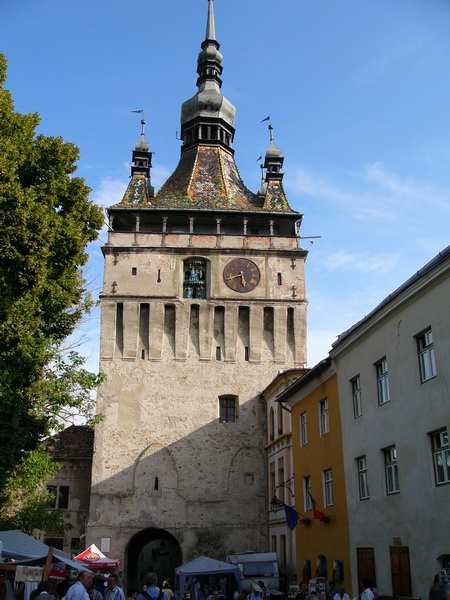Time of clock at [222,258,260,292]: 5:41
